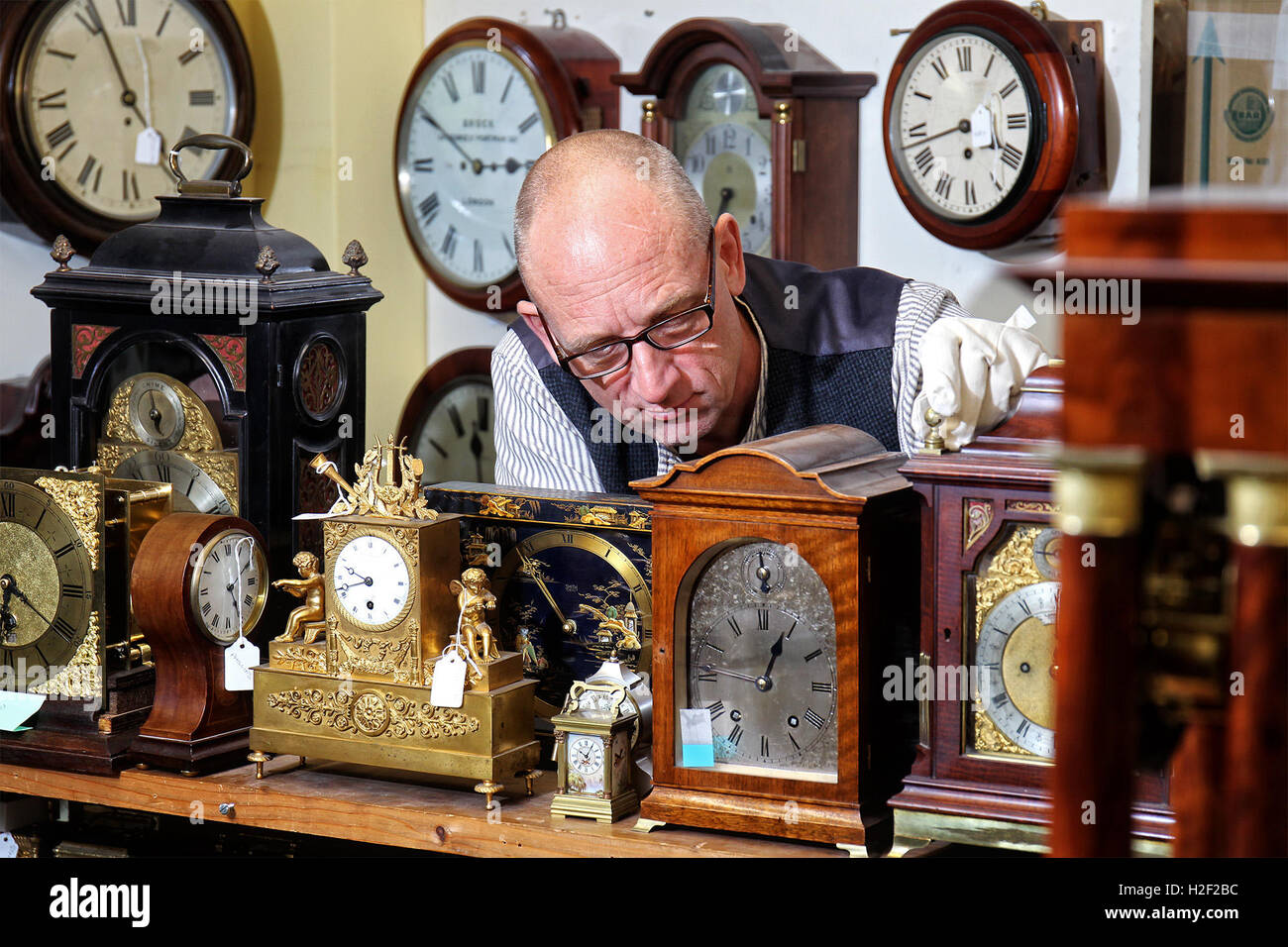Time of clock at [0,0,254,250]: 4:56
